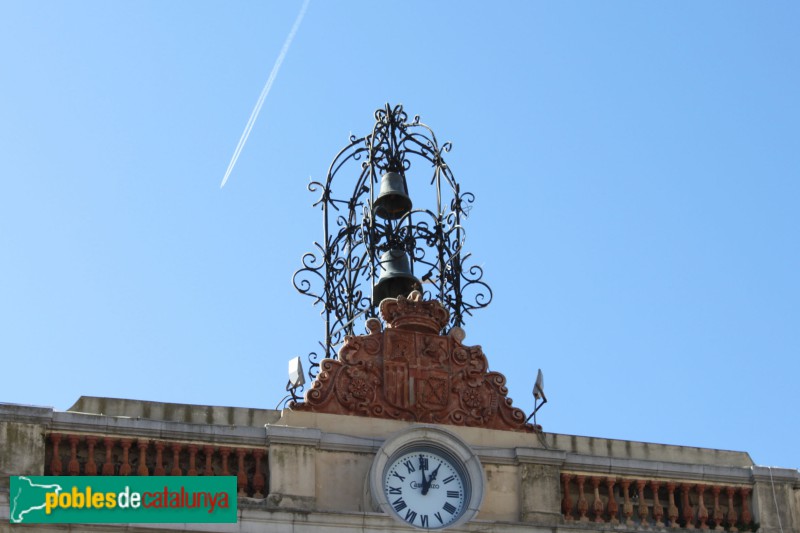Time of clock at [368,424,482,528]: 12:59
